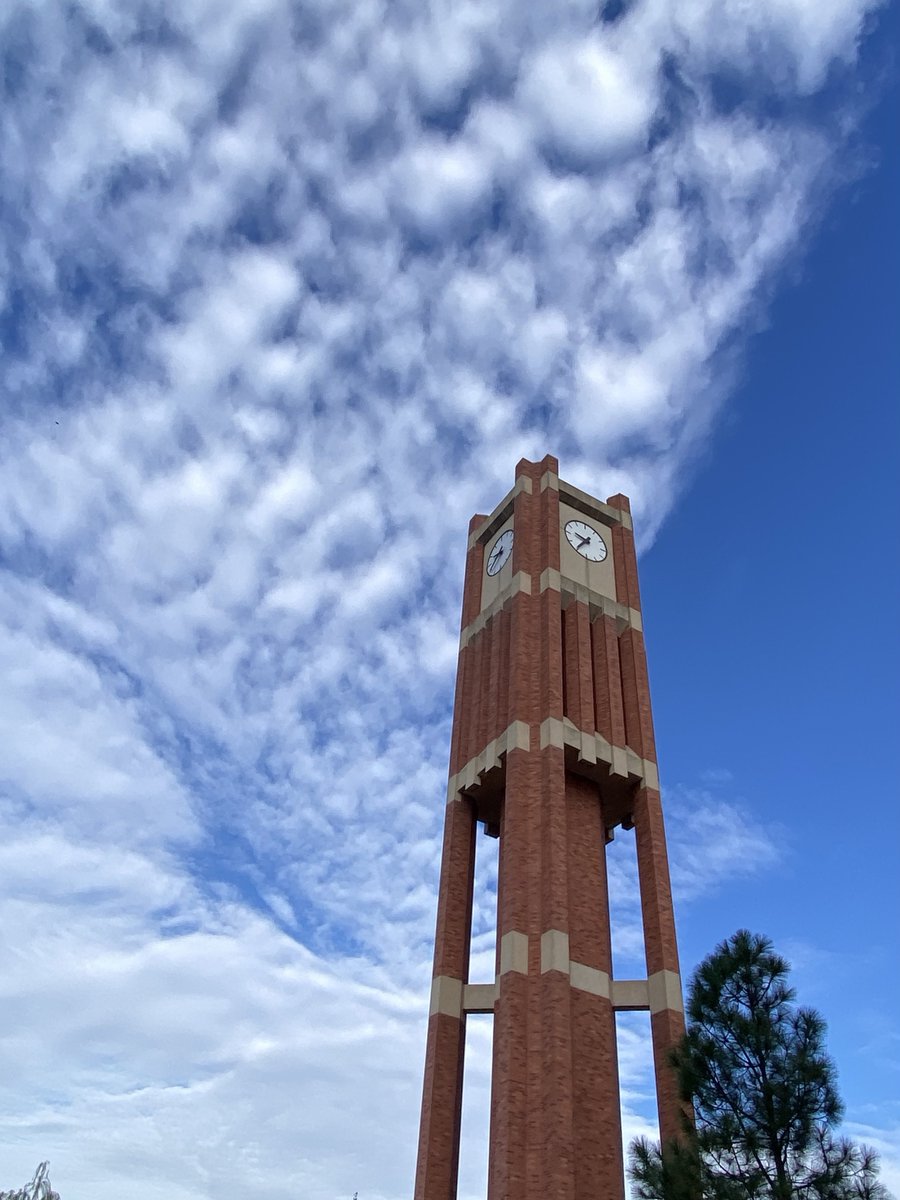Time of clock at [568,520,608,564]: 9:35
